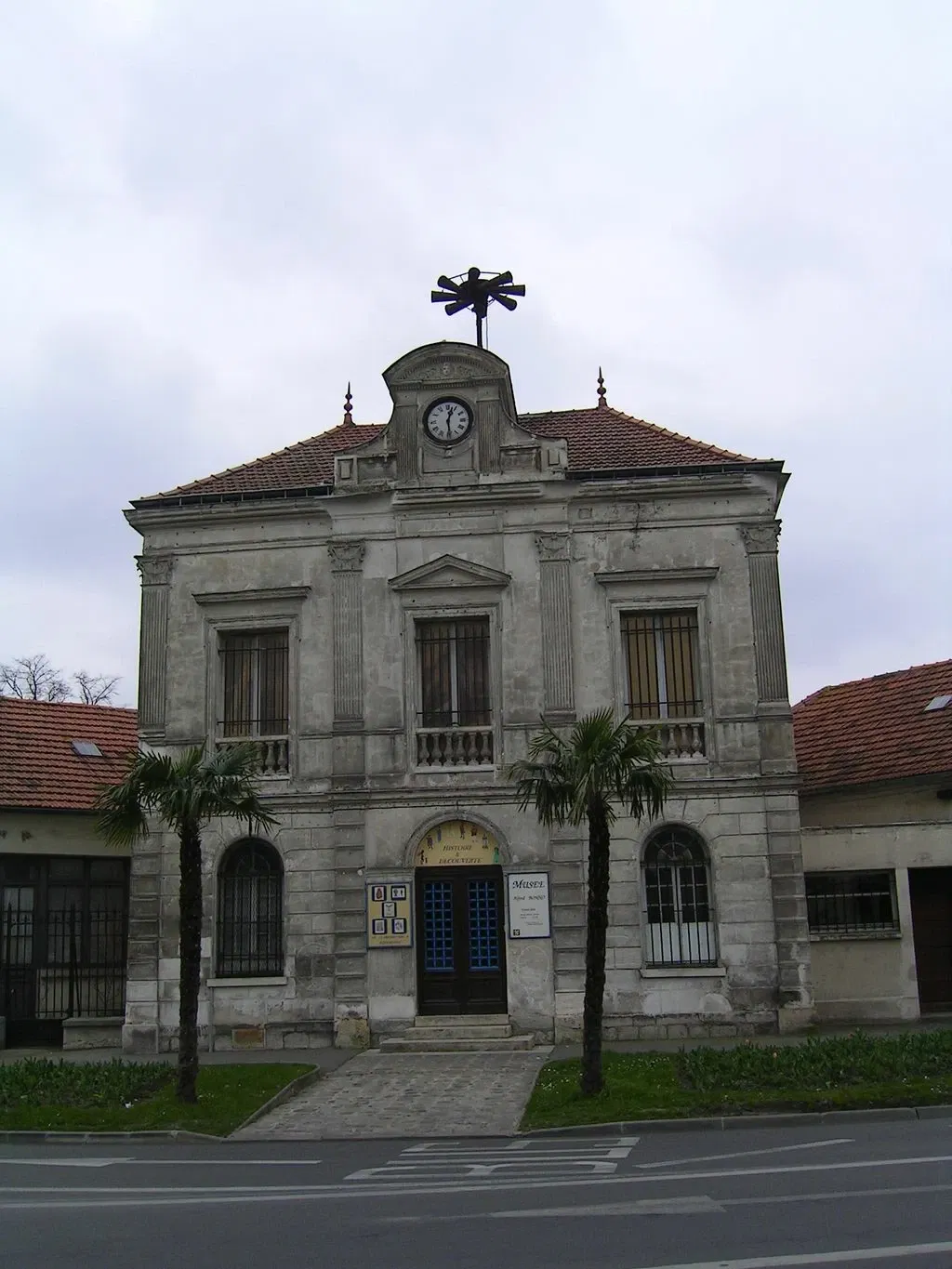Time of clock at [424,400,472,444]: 12:28
